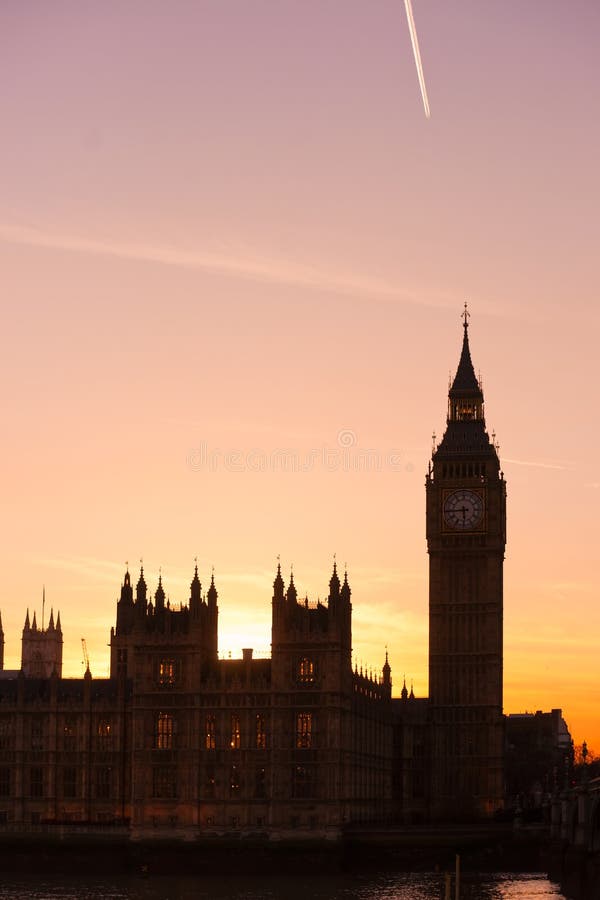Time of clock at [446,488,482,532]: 5:44
